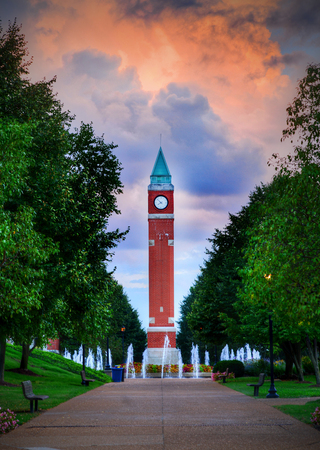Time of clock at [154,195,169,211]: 7:52
